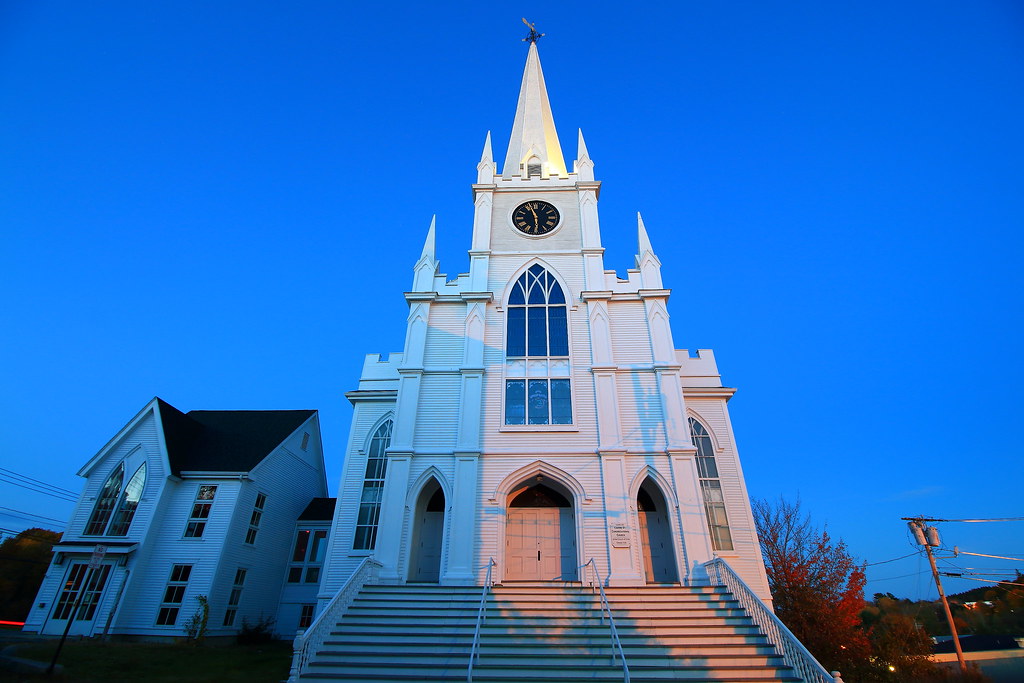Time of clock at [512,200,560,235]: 5:56
